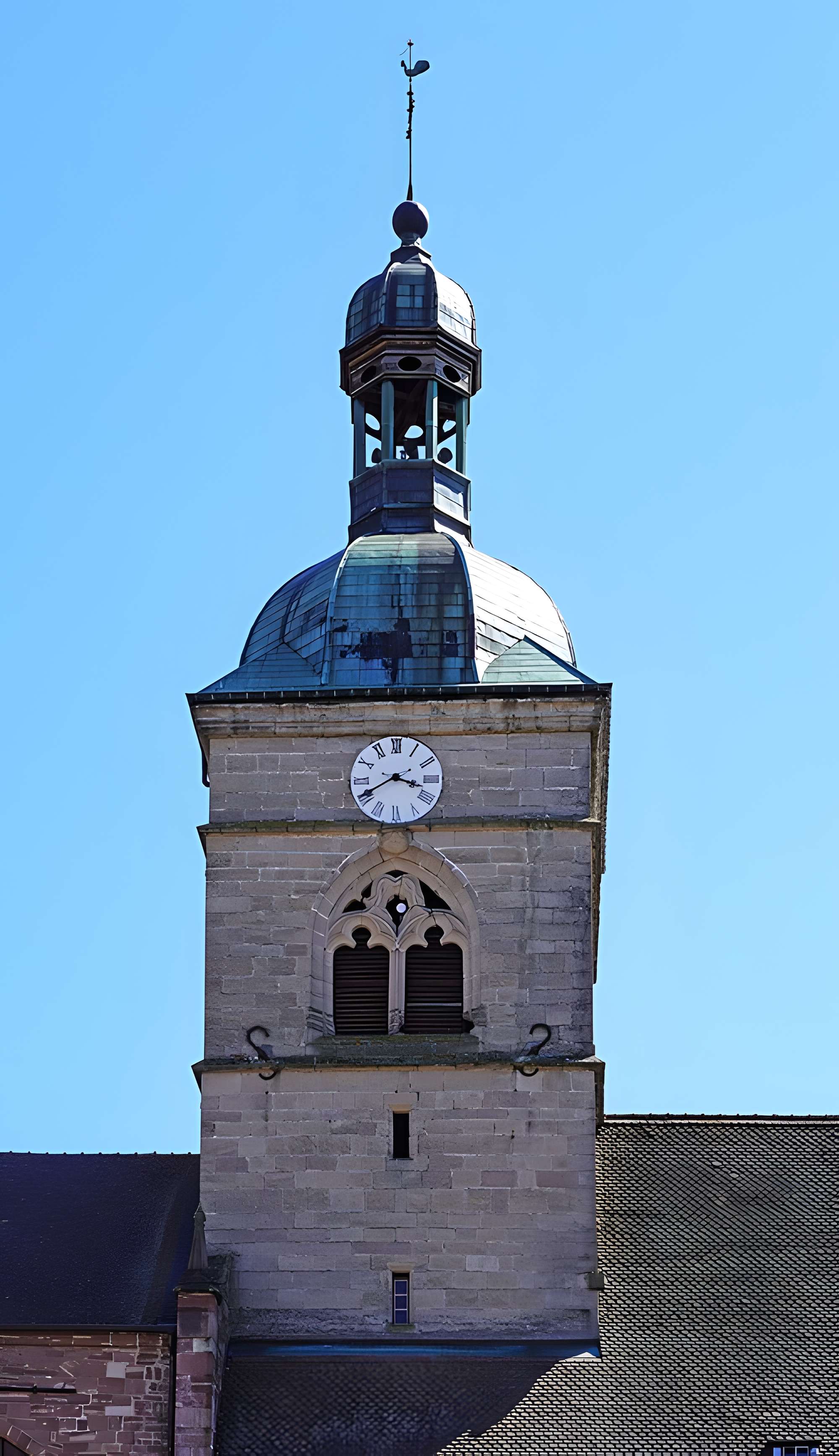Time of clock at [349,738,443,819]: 3:40
